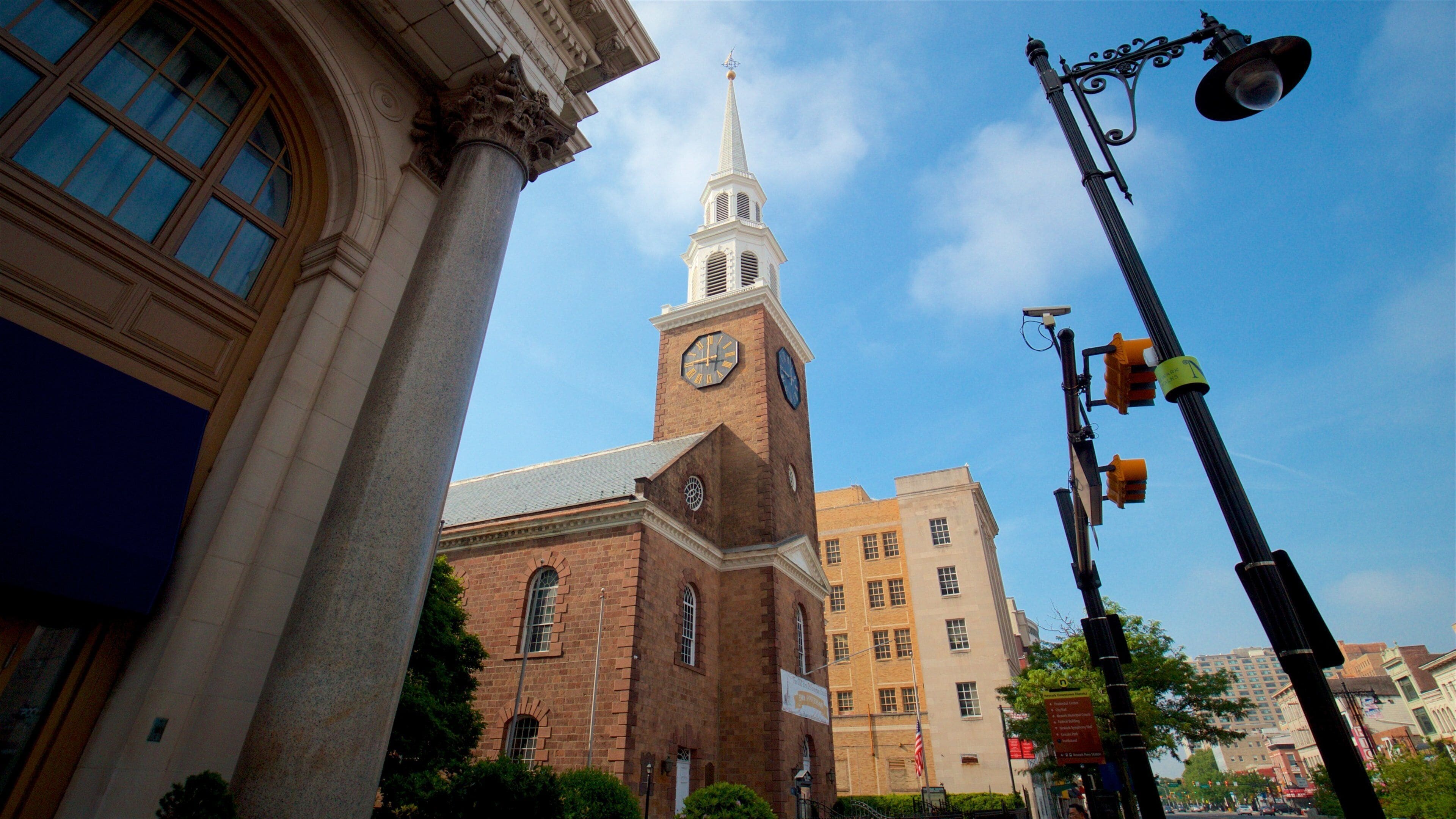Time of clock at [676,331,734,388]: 8:59
